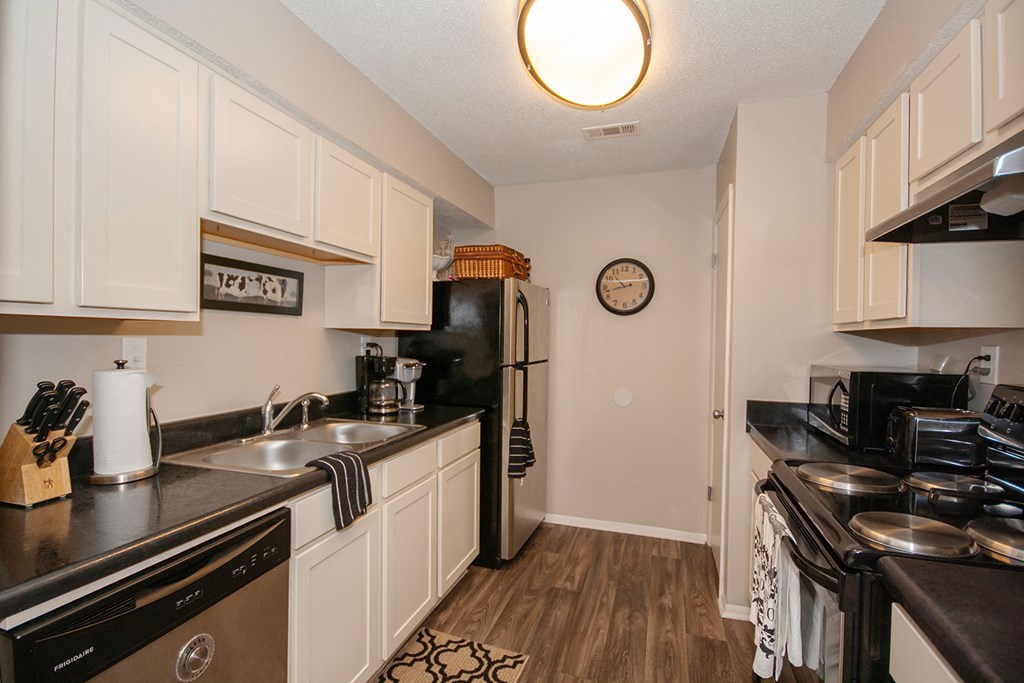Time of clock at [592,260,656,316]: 10:42
